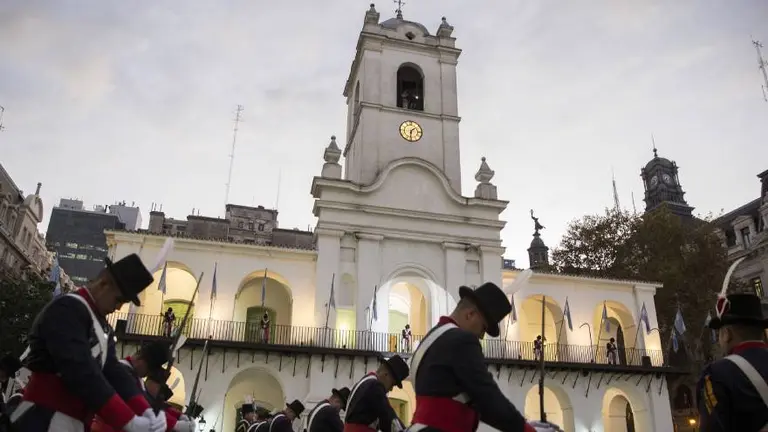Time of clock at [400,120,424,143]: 1:31
